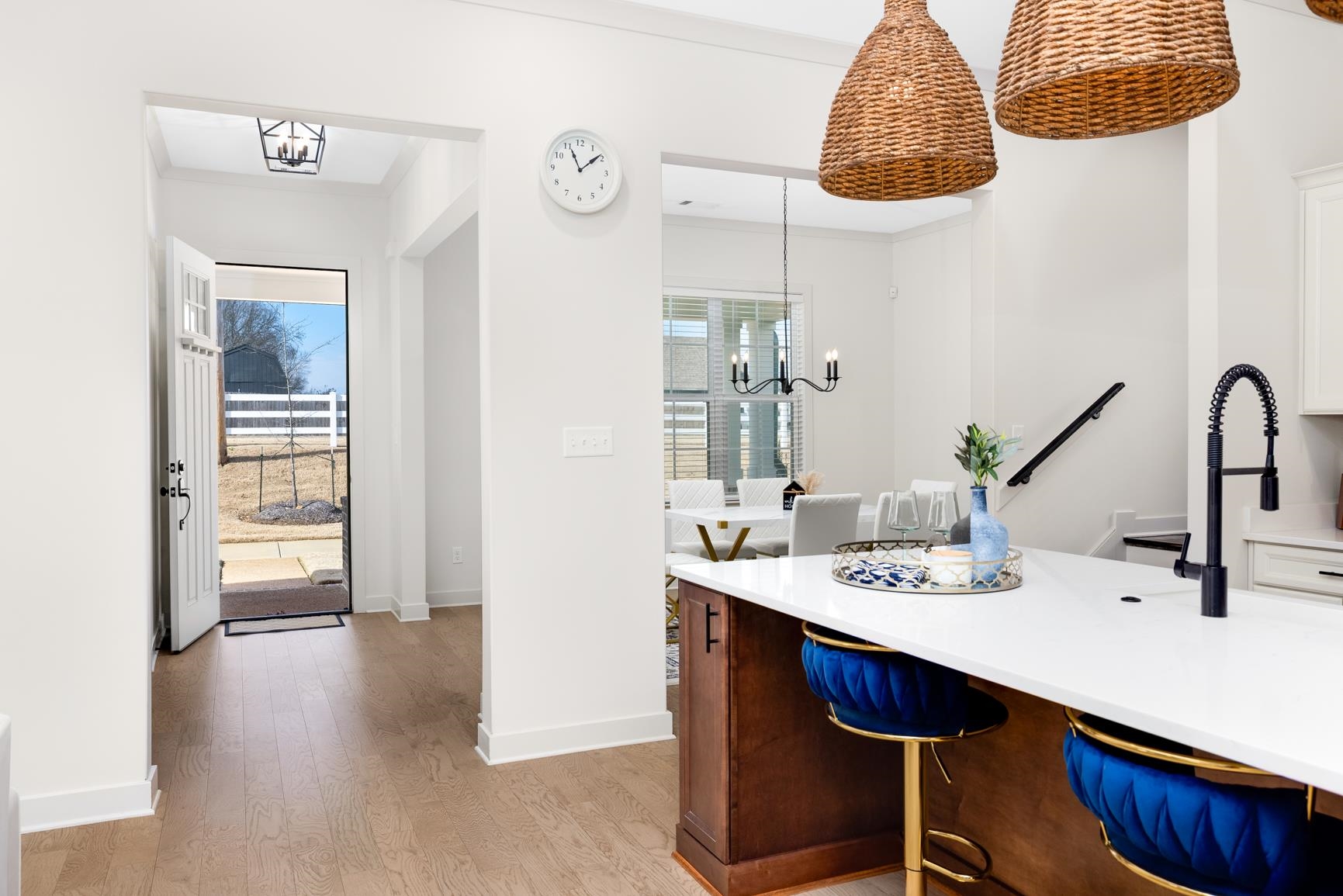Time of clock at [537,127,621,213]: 11:08
